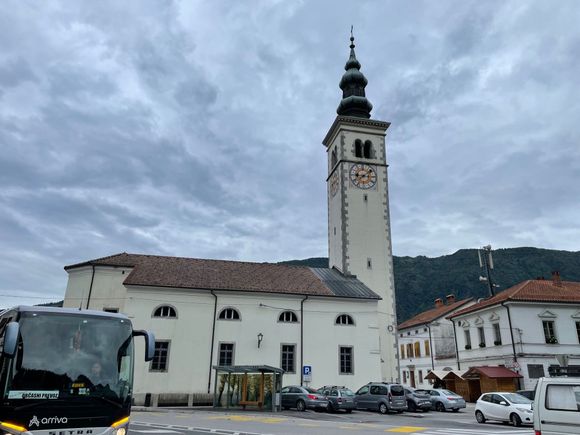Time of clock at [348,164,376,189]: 9:08
